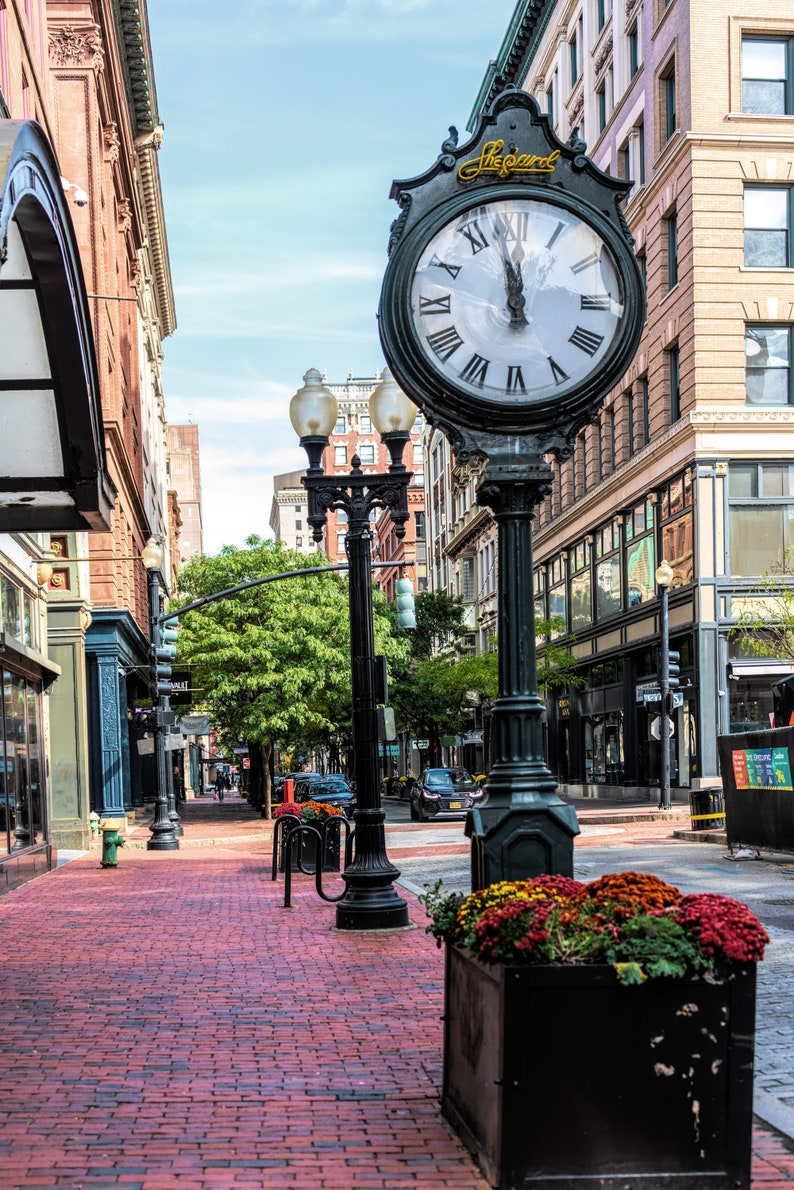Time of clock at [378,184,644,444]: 11:57
